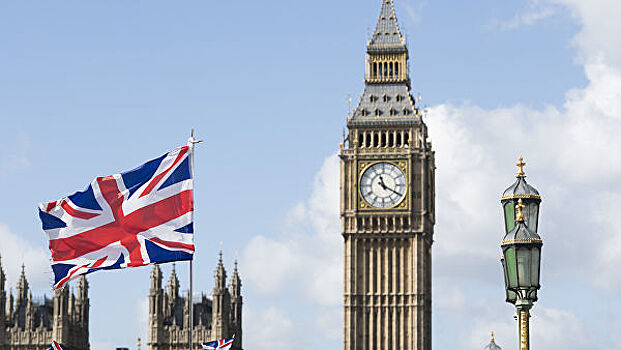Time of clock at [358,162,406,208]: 11:19
